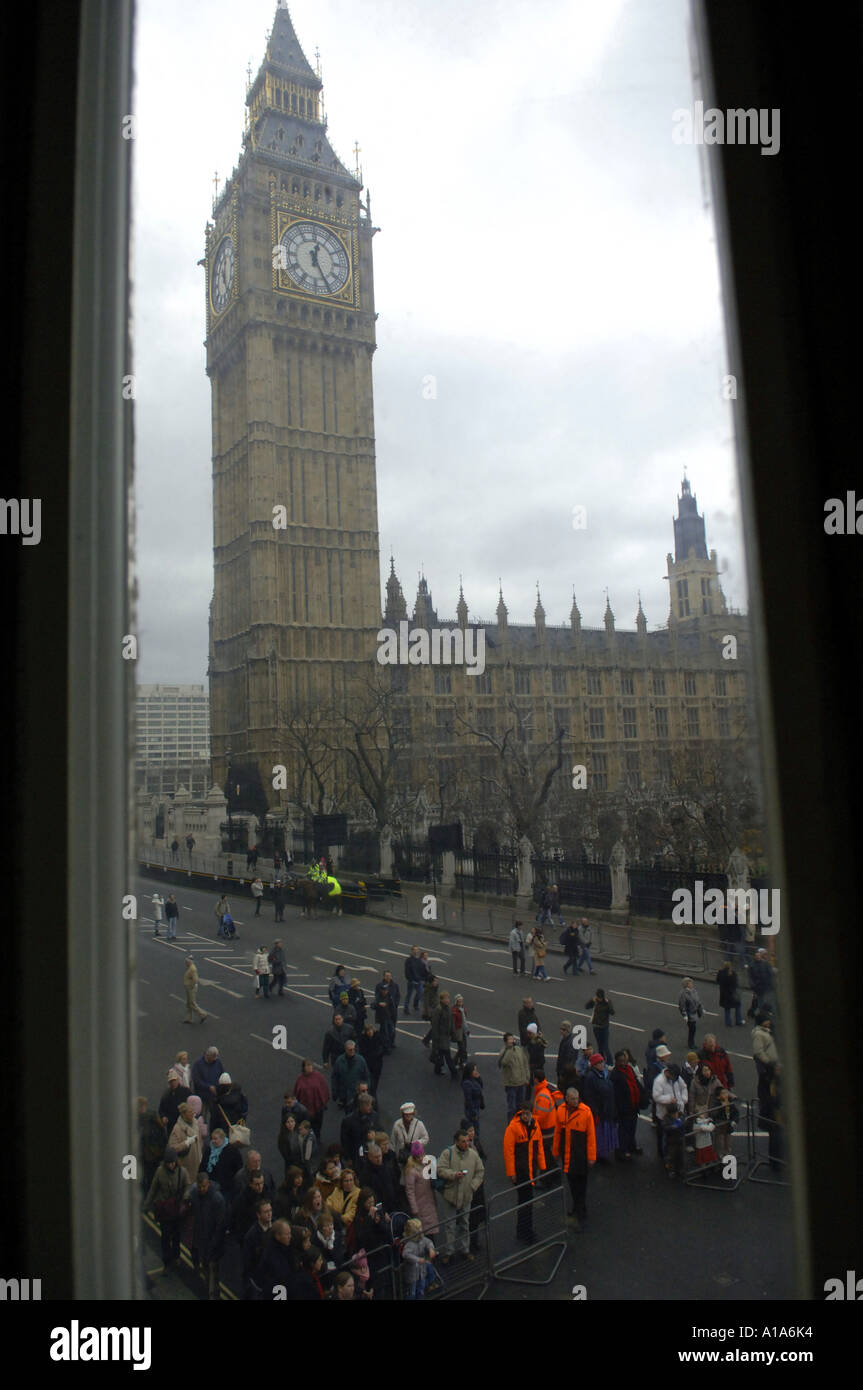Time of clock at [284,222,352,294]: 12:25
